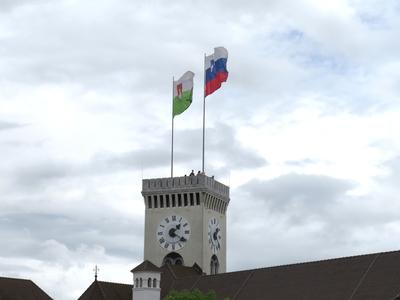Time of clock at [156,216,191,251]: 1:20
